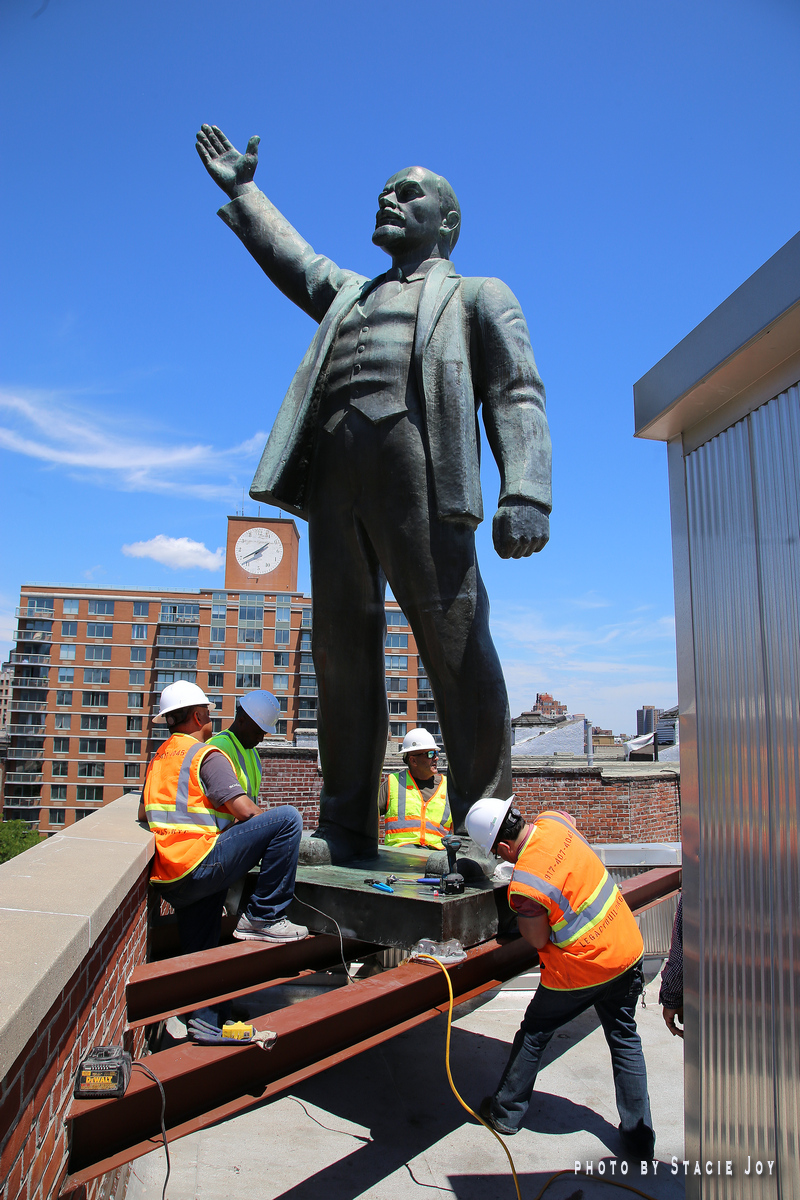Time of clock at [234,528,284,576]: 1:39
